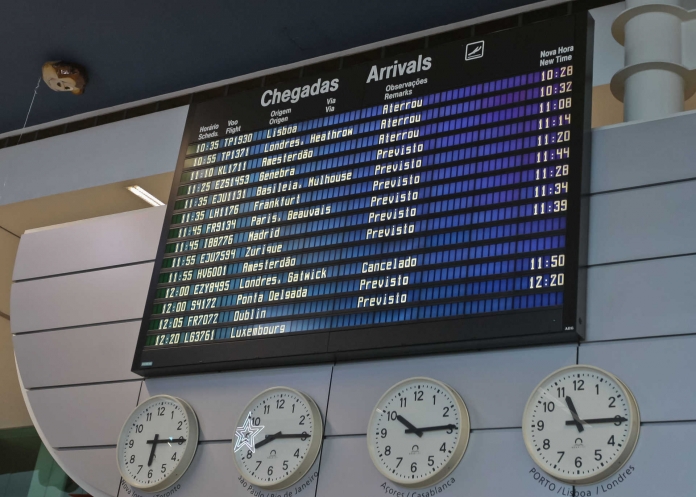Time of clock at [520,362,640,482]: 11:14
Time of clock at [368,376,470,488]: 10:14
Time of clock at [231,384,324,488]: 8:14
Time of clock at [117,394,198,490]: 6:15
